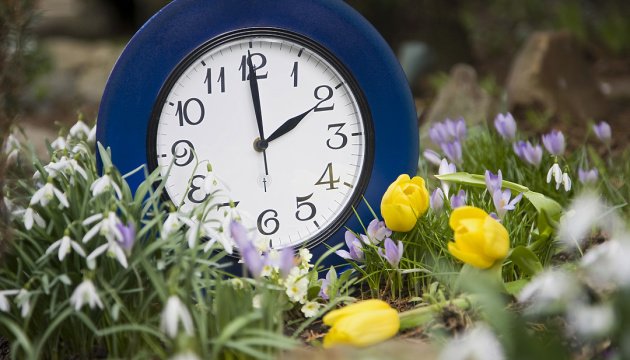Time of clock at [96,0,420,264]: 1:59
